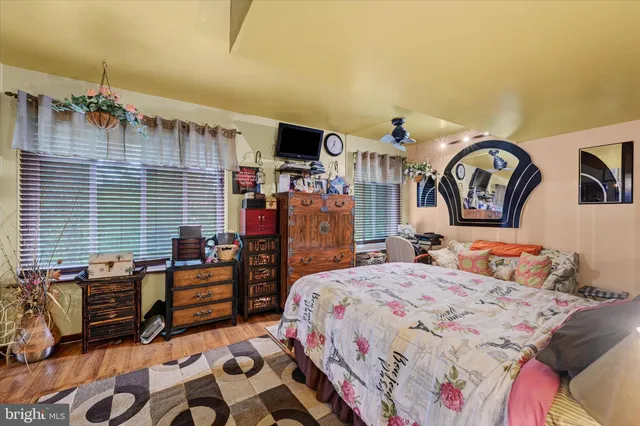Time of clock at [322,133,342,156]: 12:36
